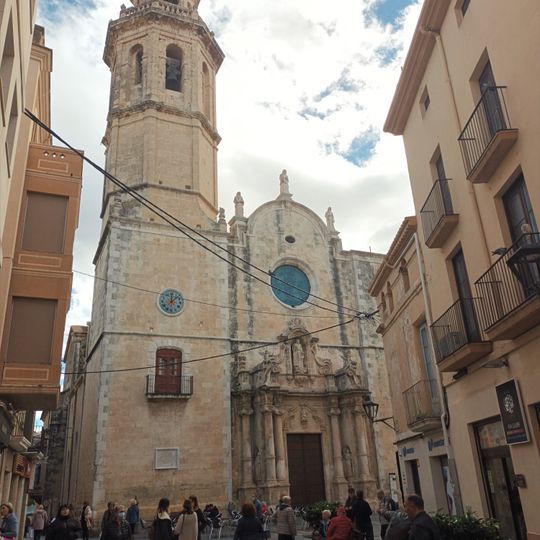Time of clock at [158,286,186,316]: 12:07
